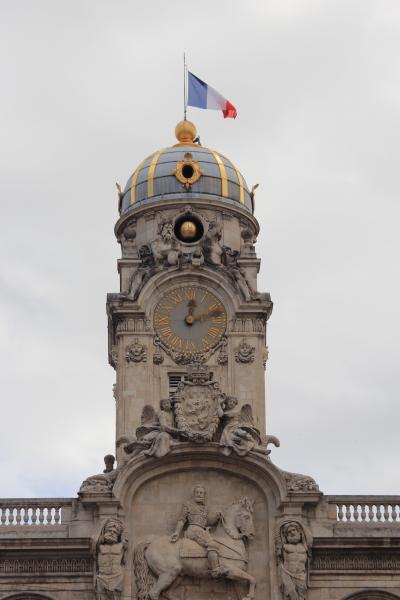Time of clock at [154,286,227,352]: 12:12
